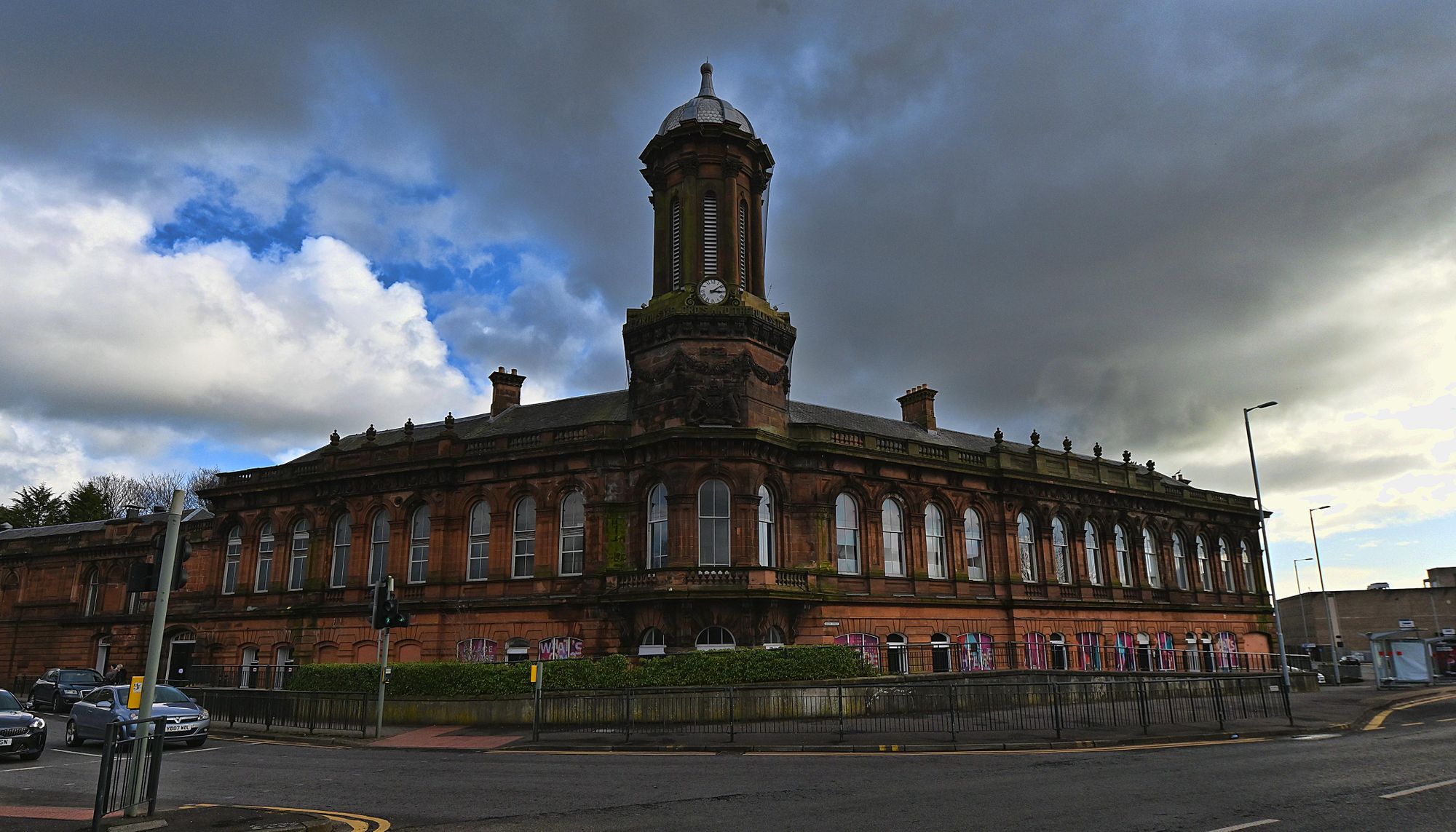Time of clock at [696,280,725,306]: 3:08
